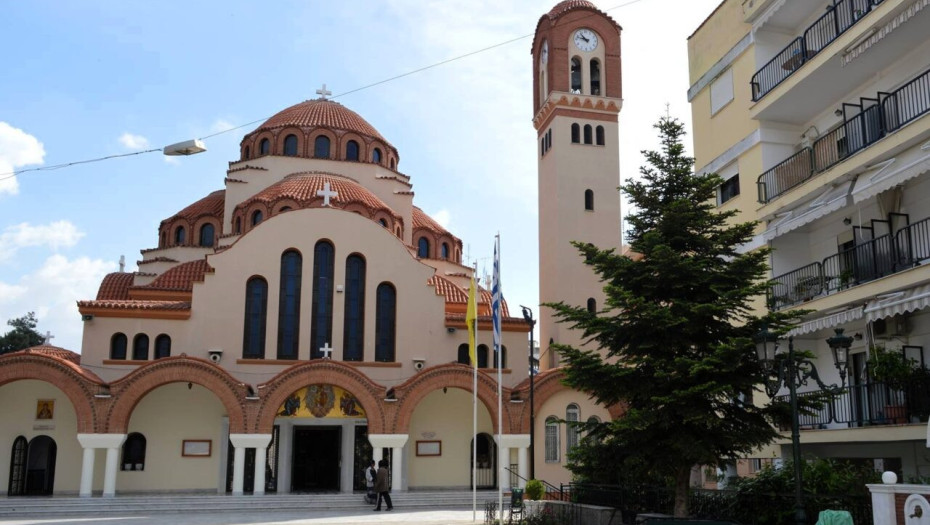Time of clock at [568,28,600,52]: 10:47
